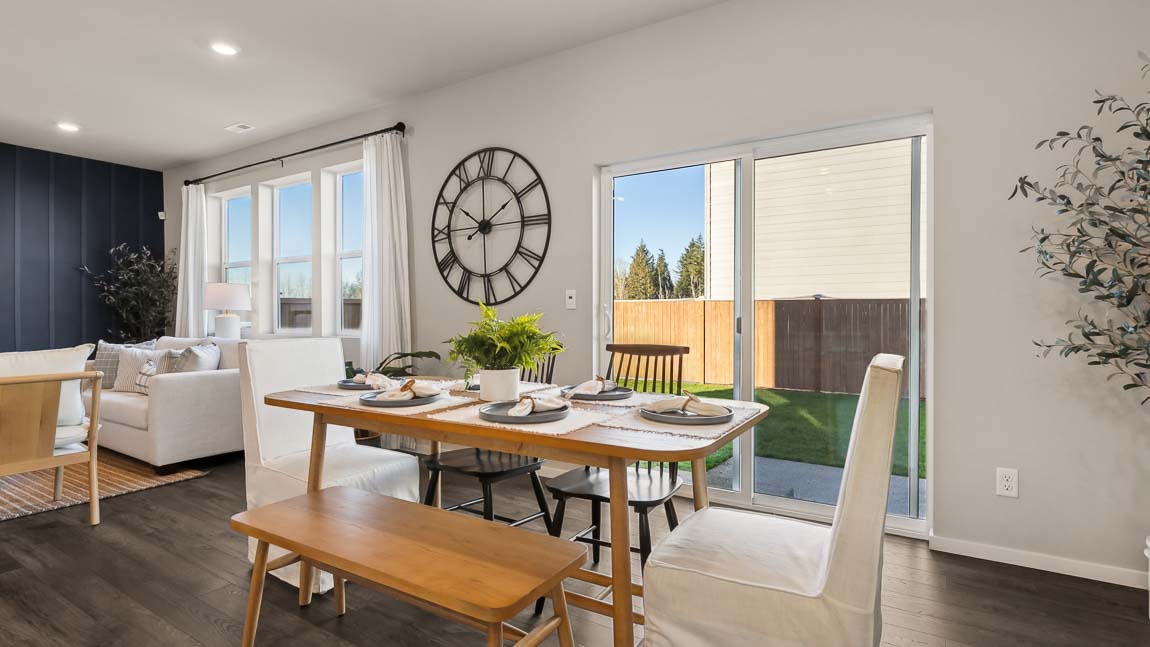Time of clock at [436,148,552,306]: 1:50
